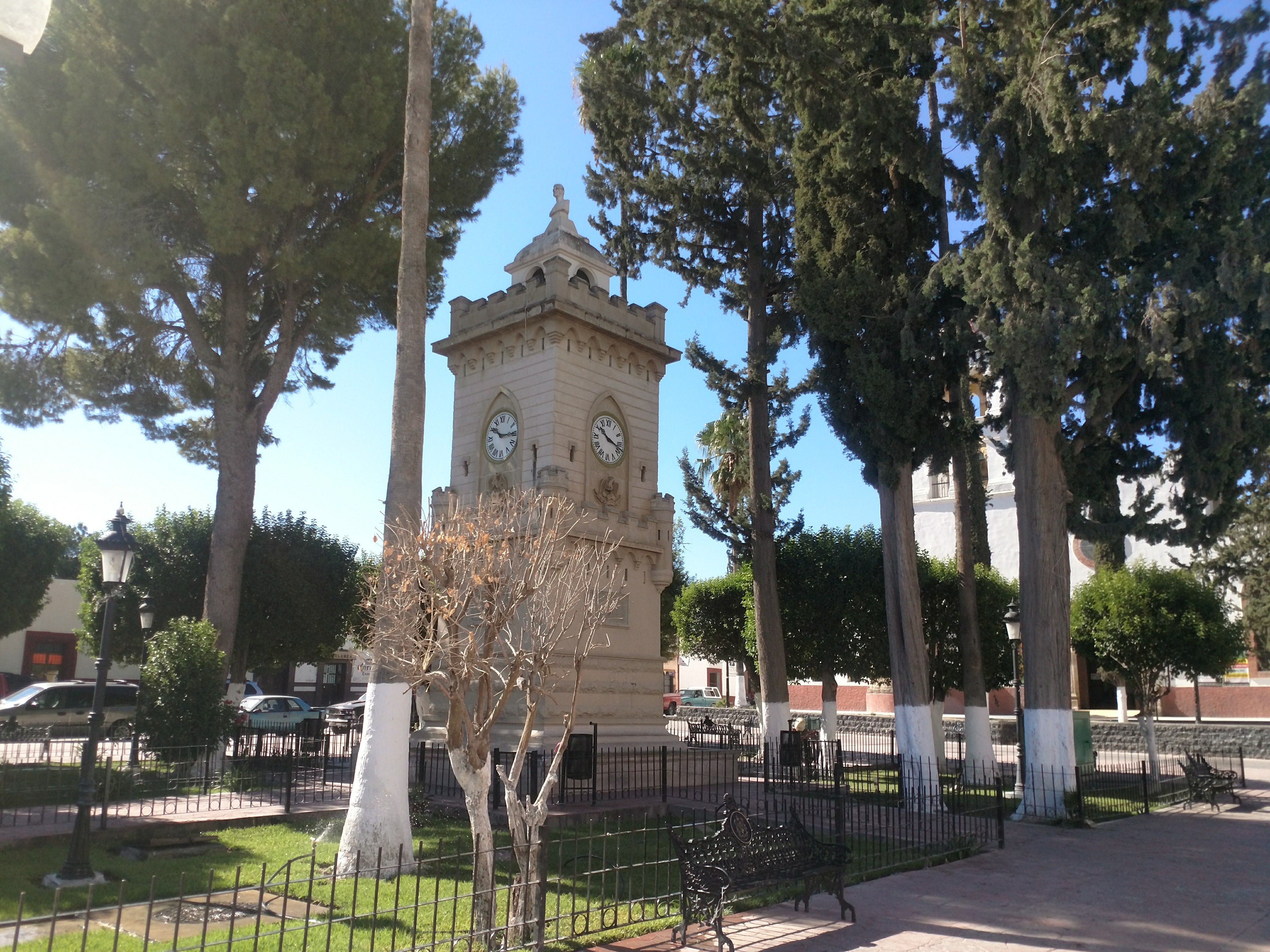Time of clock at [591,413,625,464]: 10:17
